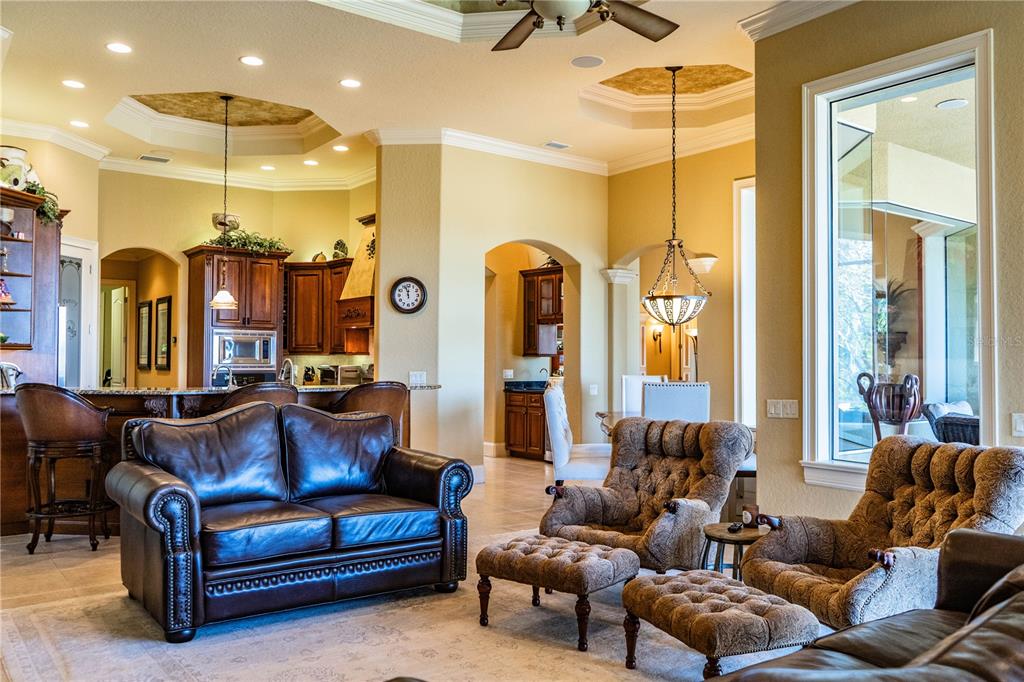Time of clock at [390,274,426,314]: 11:56
